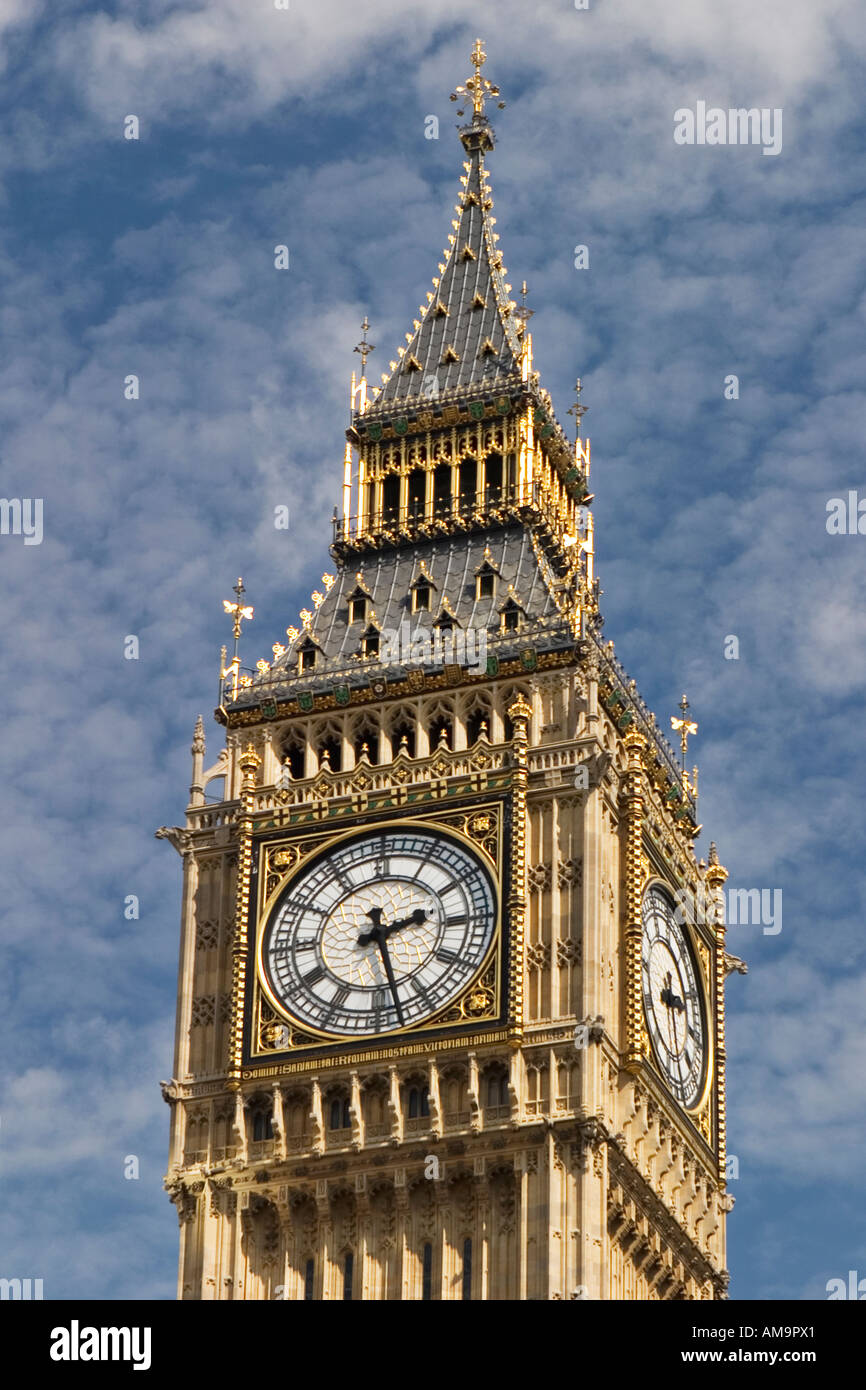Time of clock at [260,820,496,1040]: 2:27
